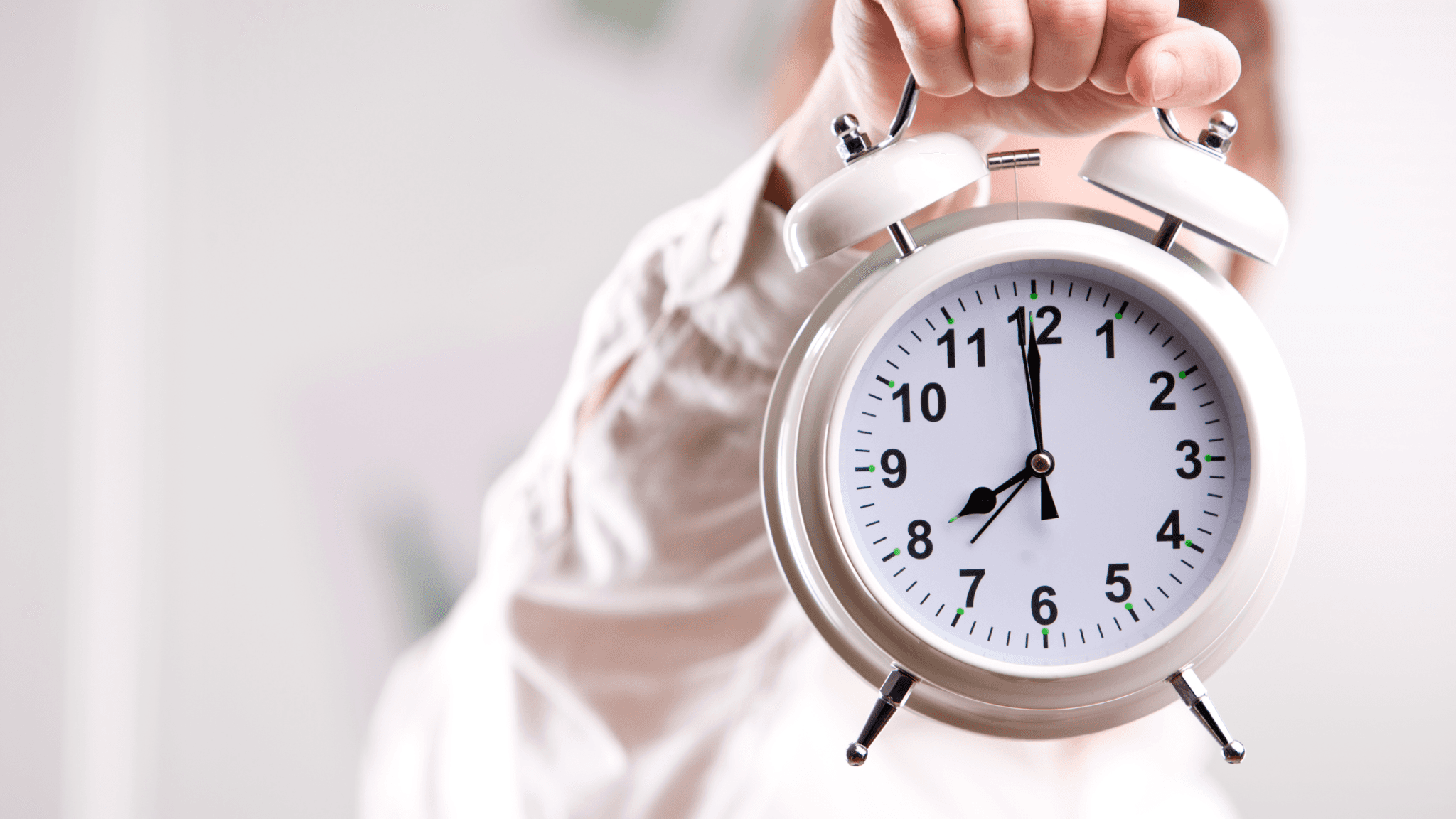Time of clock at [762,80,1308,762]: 7:59
